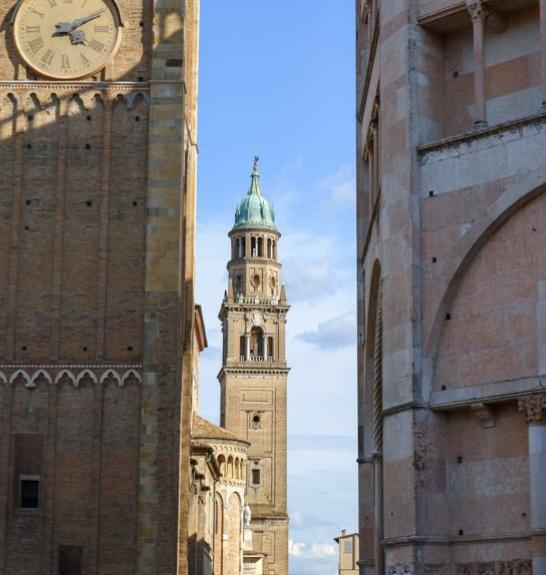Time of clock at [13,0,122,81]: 4:10
